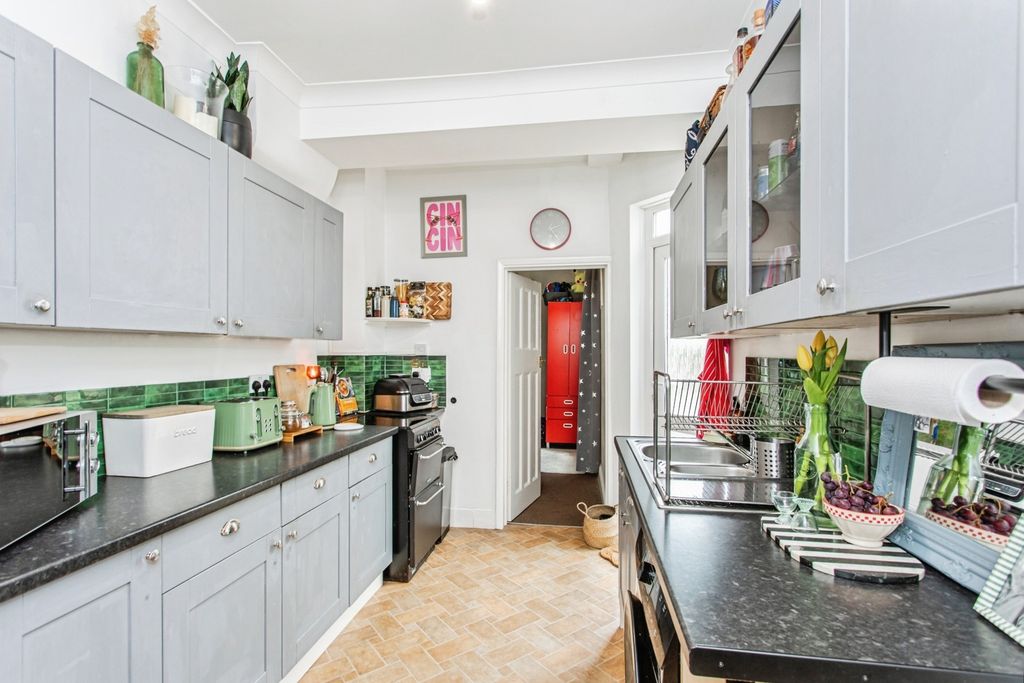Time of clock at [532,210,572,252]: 2:24
